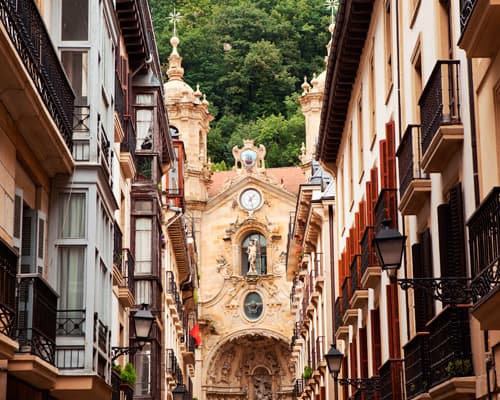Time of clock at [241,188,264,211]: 1:26
